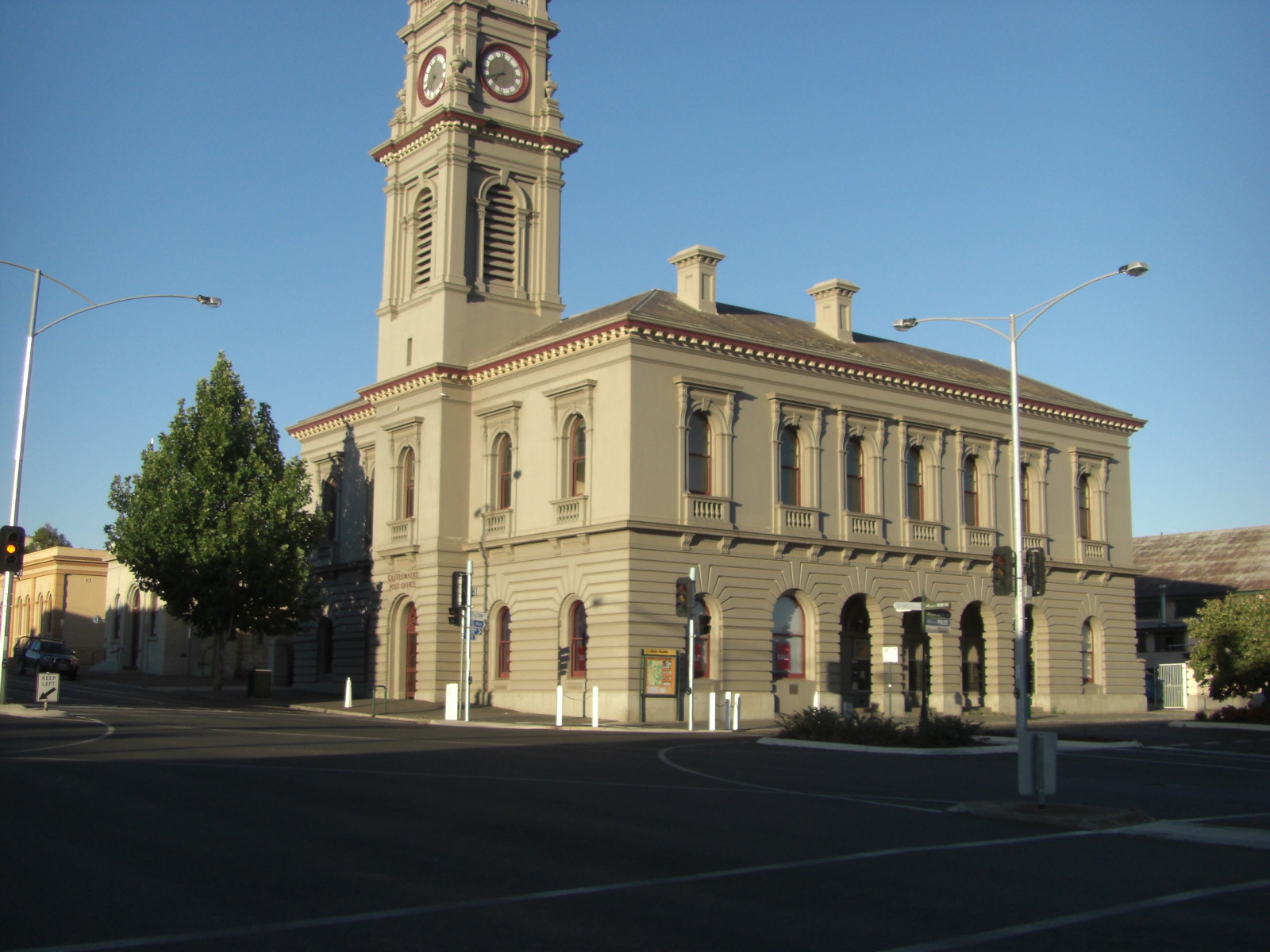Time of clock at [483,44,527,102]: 7:41
